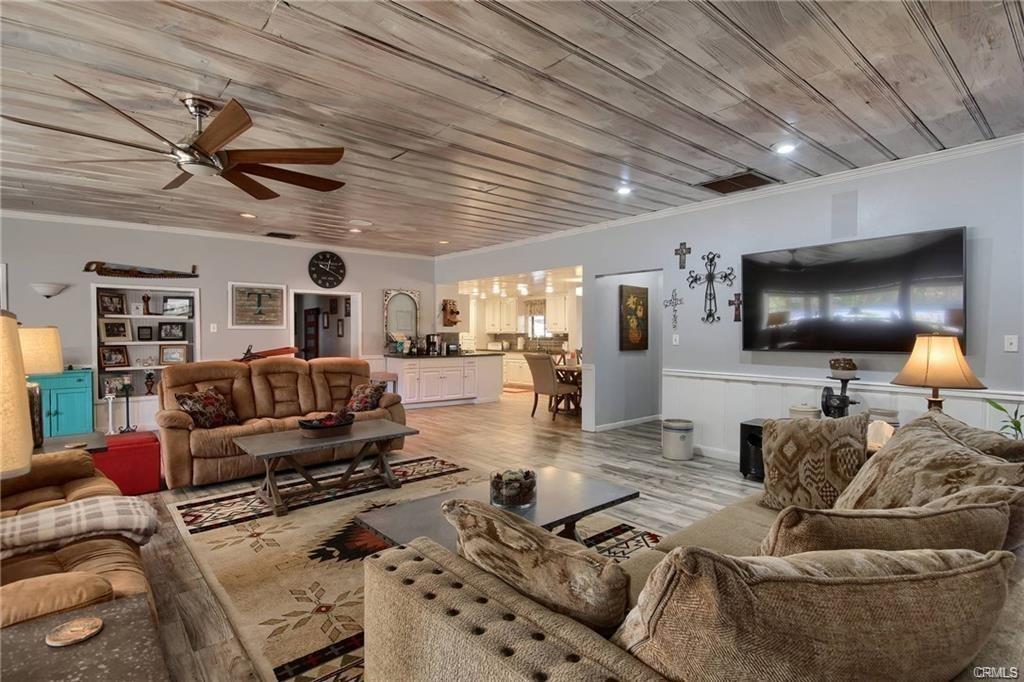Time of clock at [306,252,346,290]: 12:19
